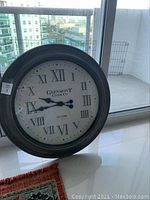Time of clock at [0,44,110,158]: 9:43
